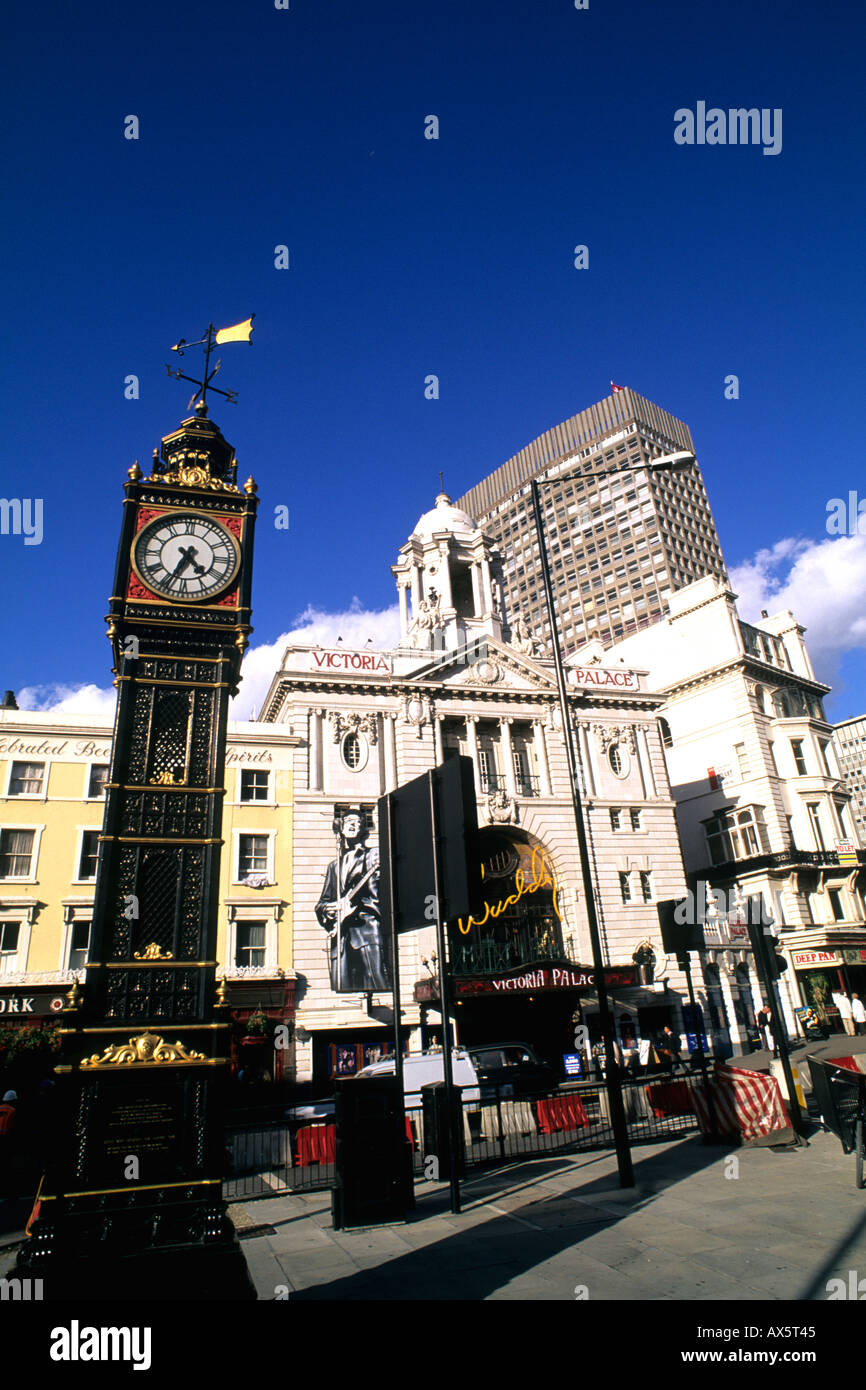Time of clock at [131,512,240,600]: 4:34
